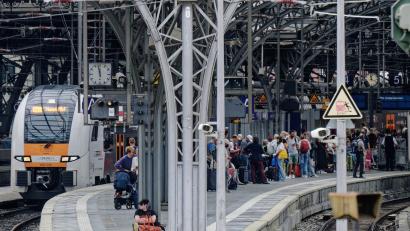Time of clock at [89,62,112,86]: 11:58
